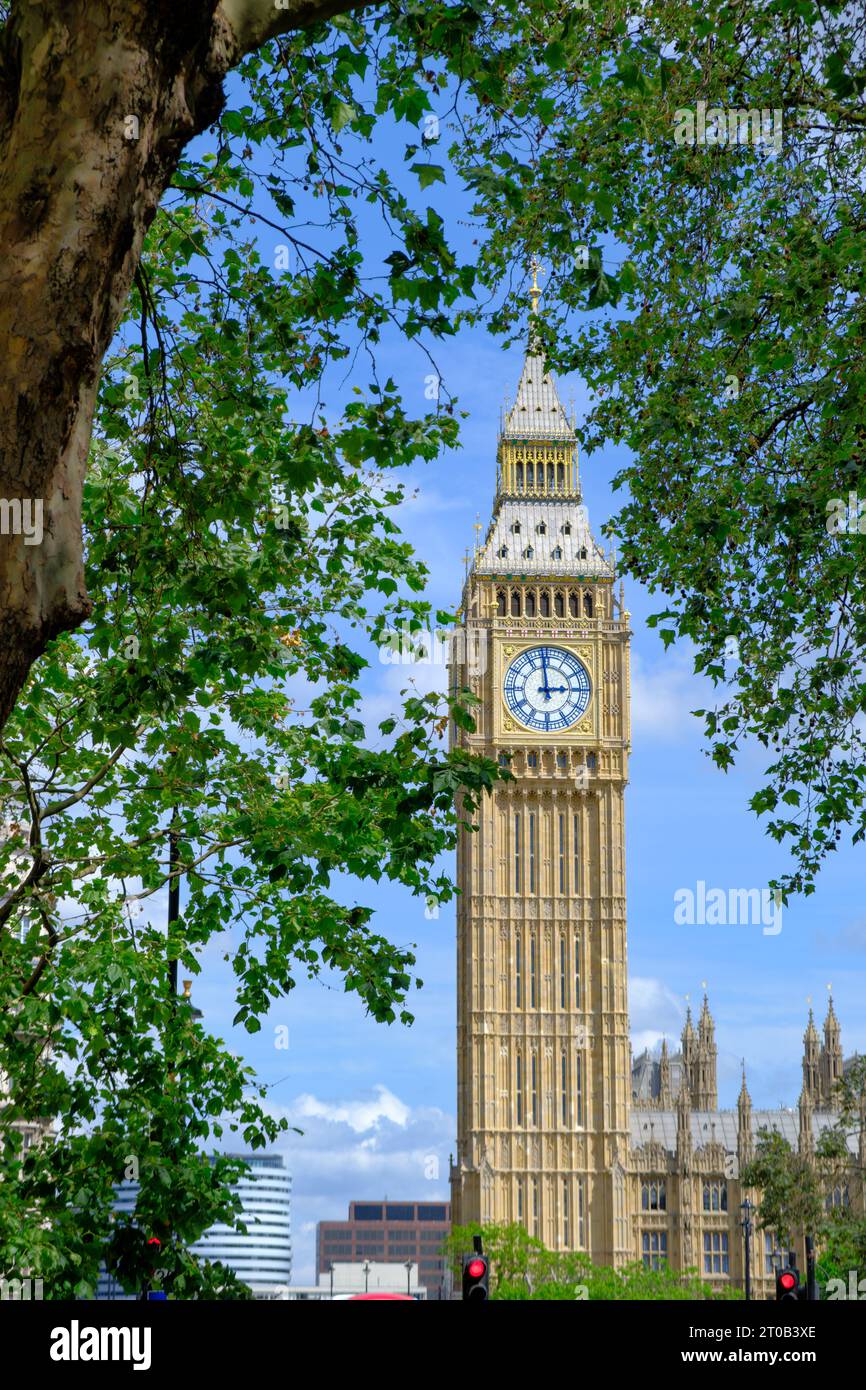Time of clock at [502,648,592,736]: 2:58
